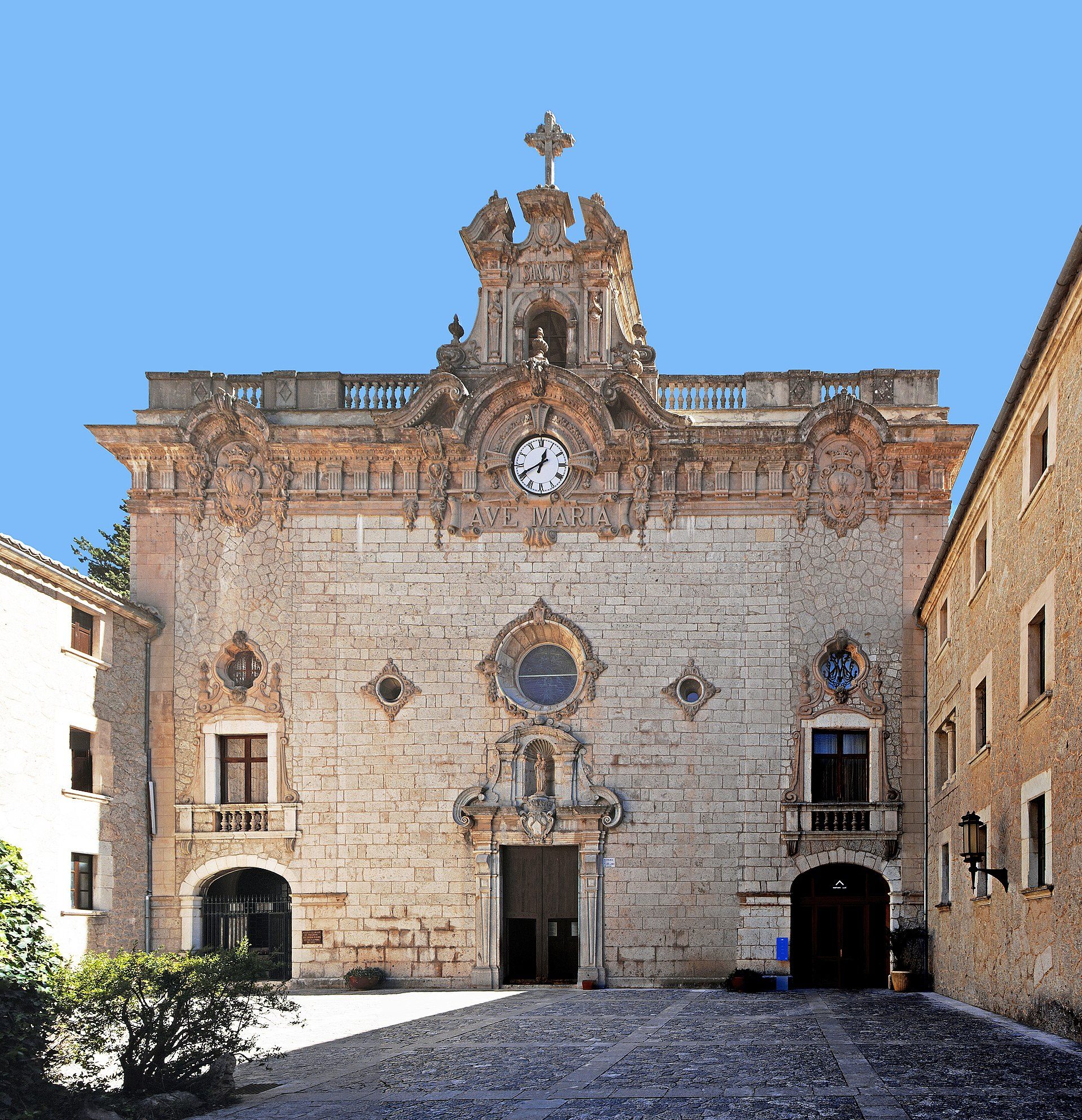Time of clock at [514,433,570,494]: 12:40
